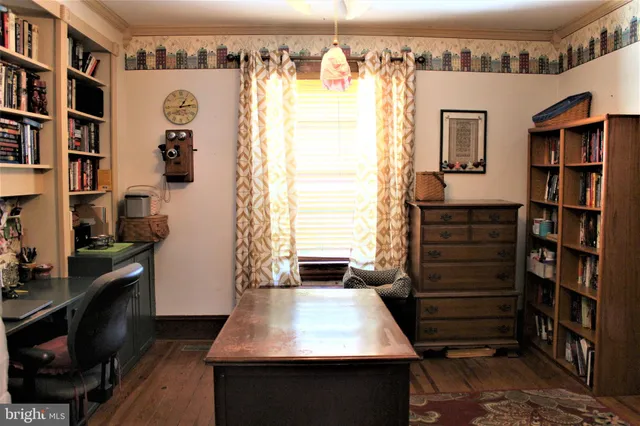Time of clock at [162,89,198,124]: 1:13
